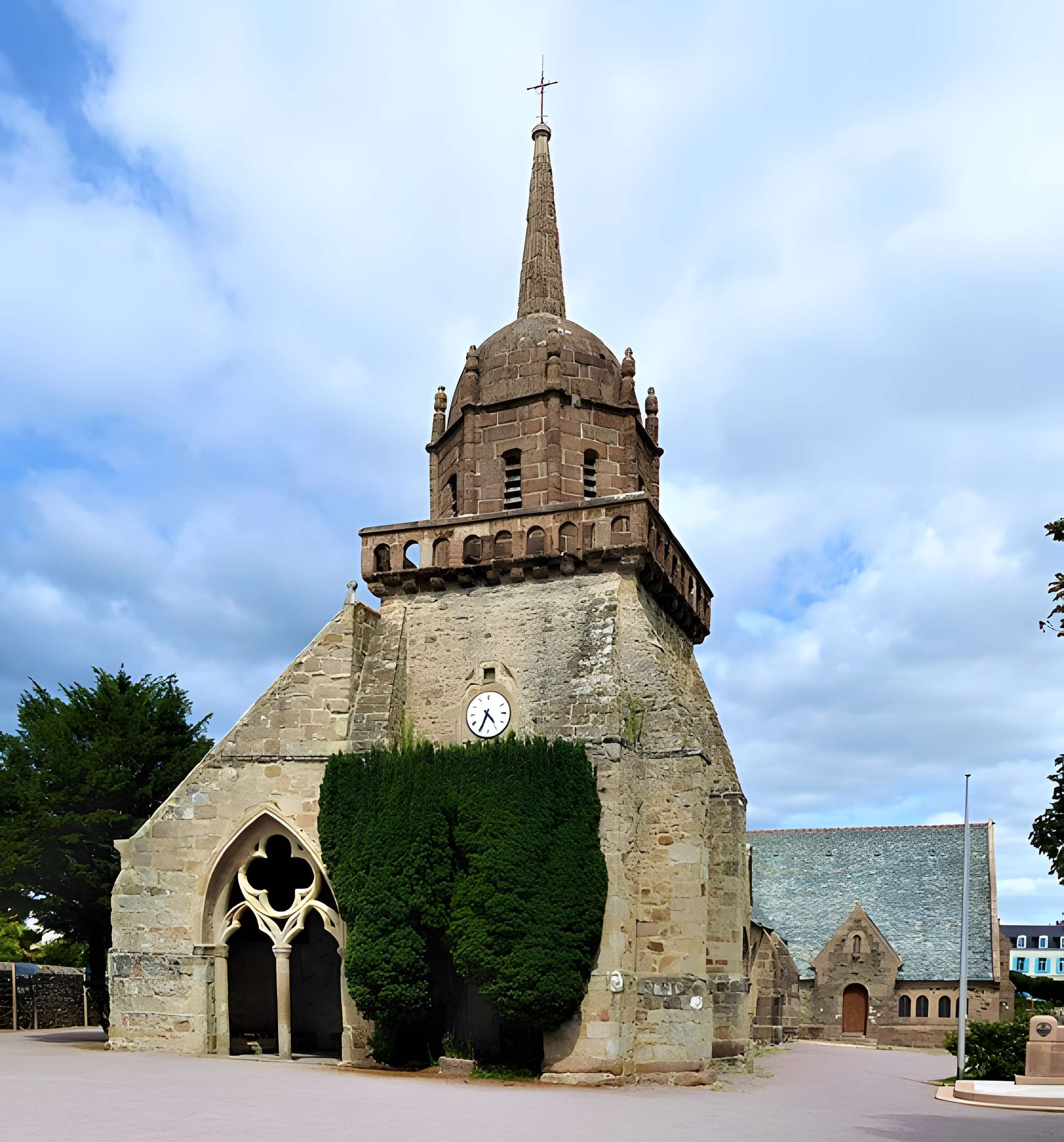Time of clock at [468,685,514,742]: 4:34
